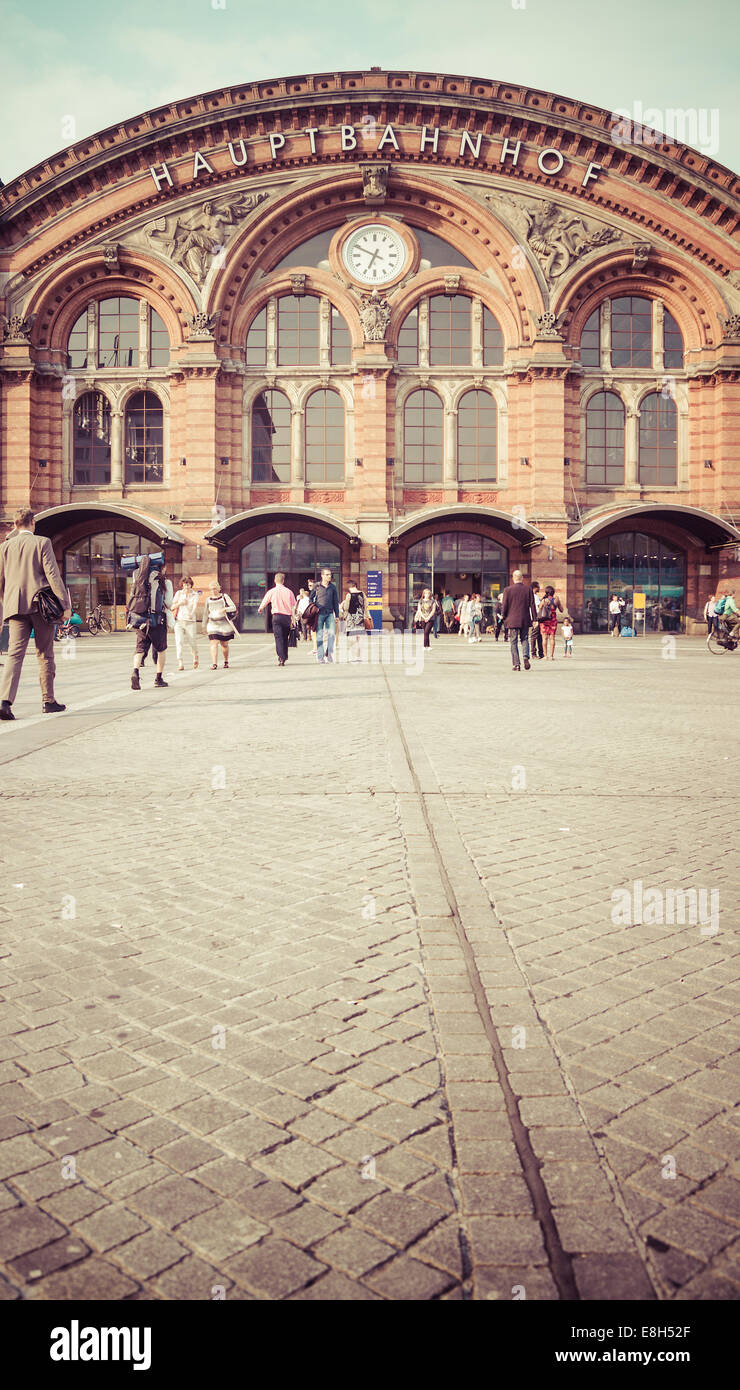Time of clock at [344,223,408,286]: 6:49
